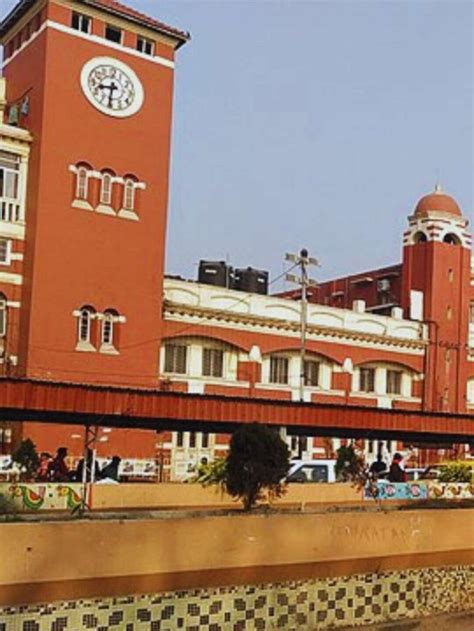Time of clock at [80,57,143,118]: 8:31
